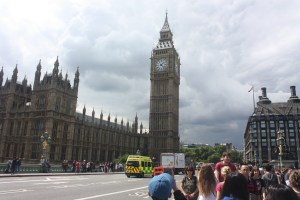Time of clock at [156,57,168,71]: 1:22
